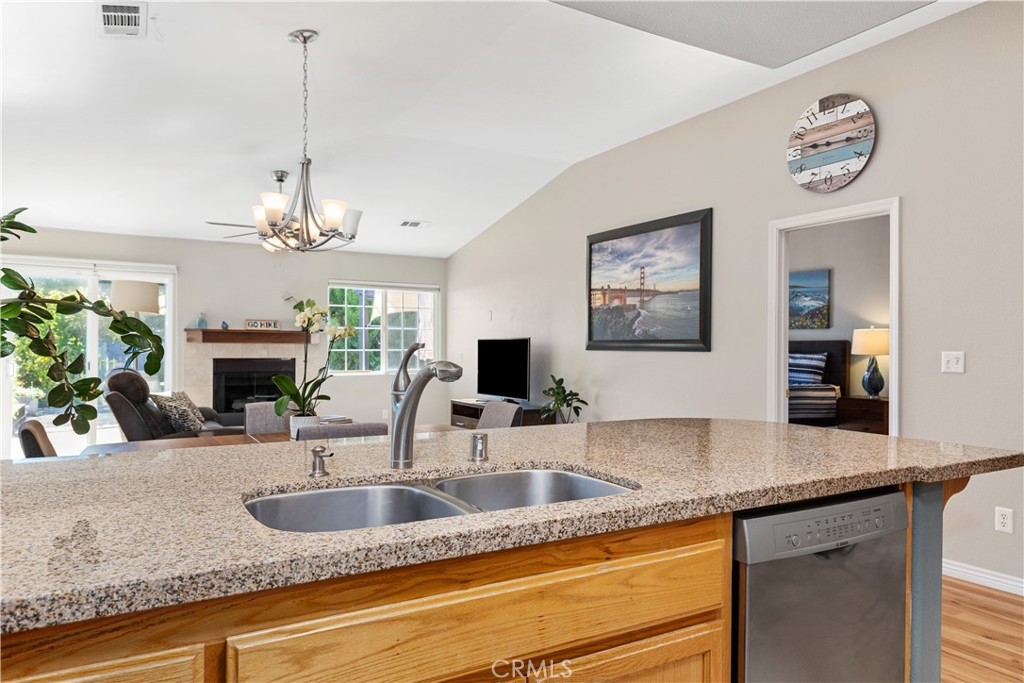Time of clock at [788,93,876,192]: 9:15
